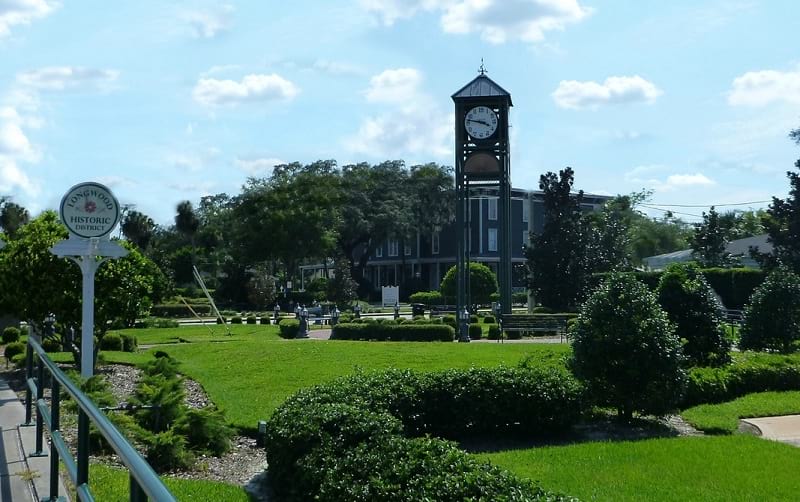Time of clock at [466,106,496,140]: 3:47
